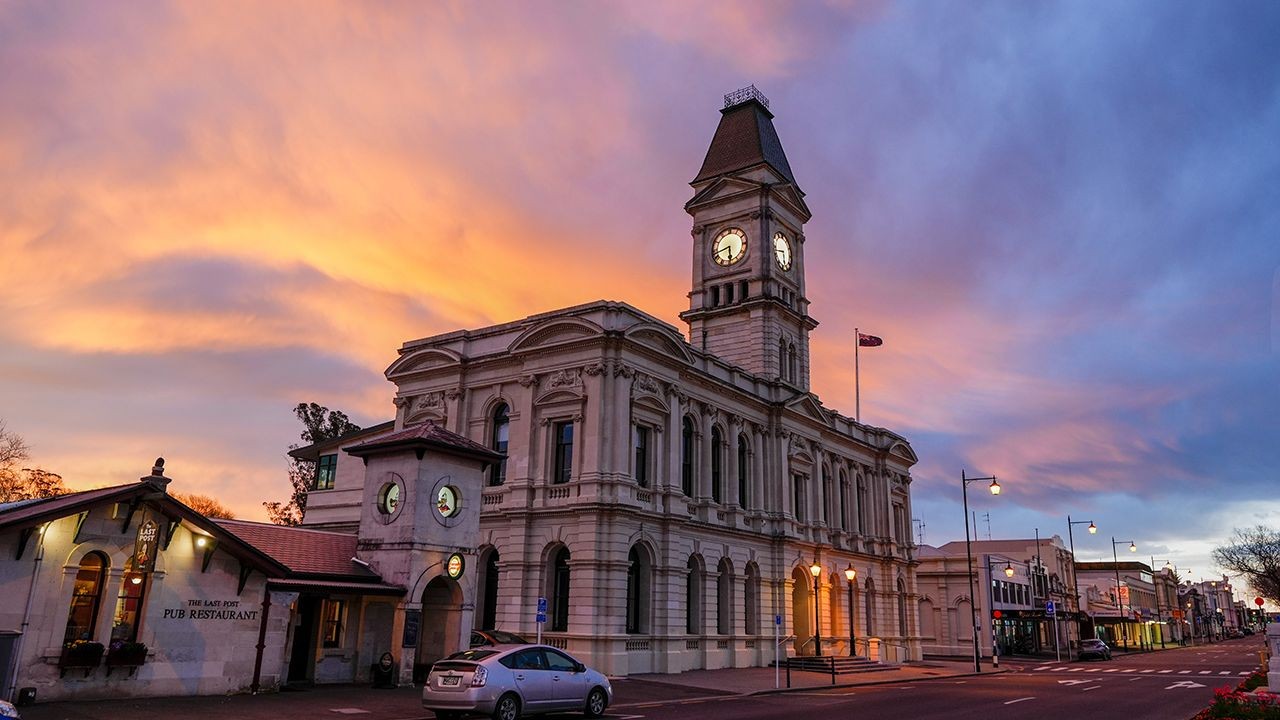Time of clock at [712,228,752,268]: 5:42
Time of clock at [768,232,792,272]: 5:42
